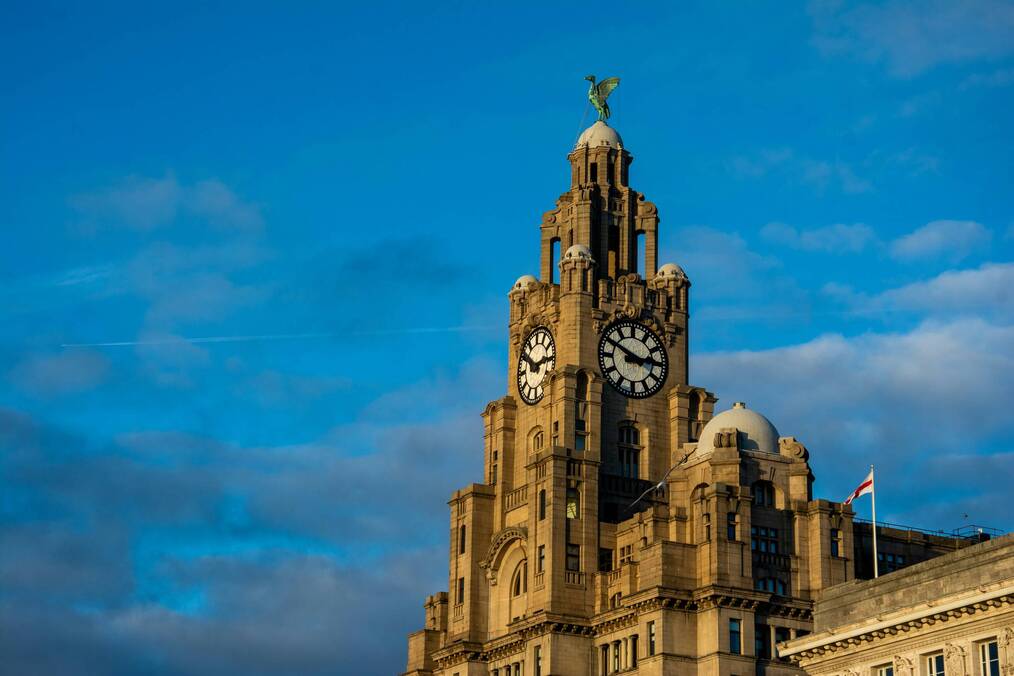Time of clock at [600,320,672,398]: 2:49
